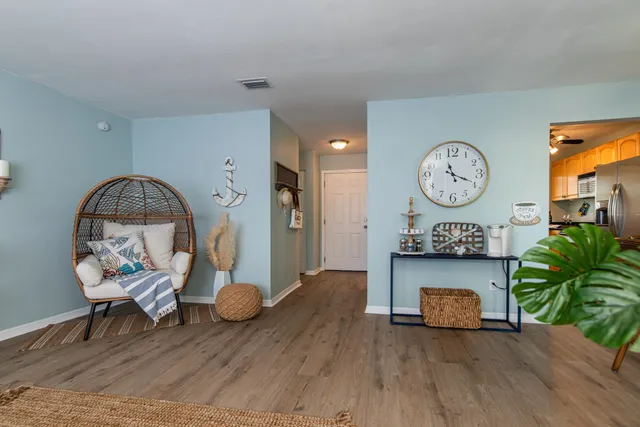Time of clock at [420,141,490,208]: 11:19
